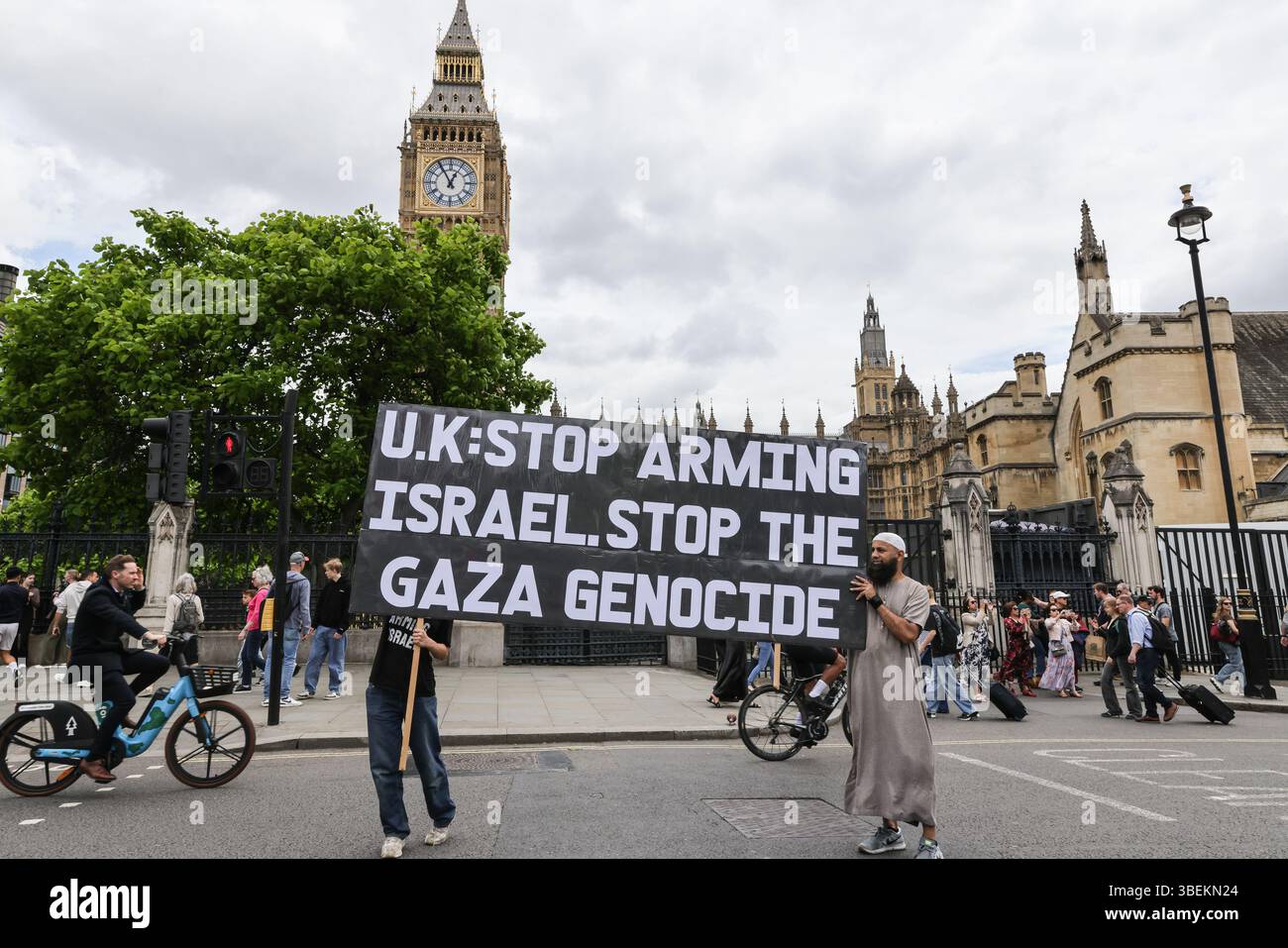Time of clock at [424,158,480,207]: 12:55
